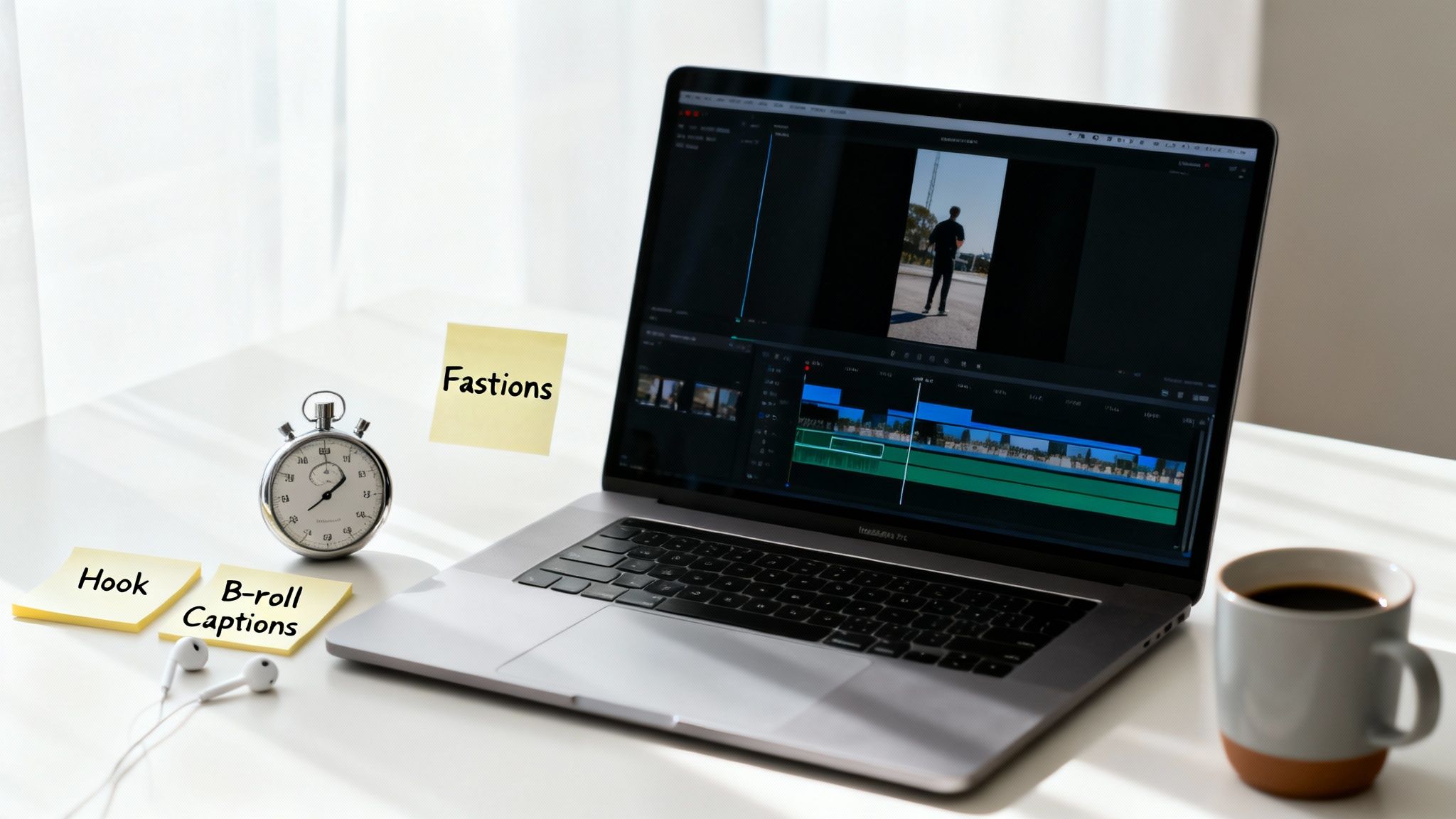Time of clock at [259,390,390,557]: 1:39
